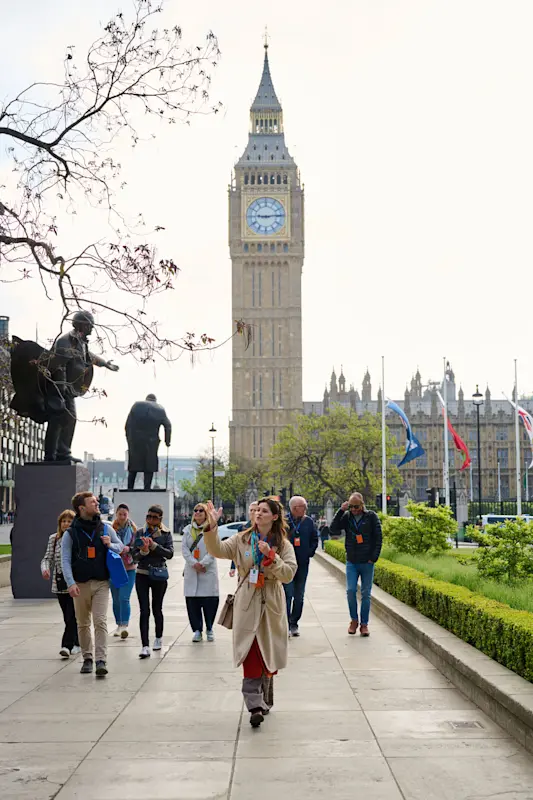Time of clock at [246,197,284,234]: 9:13
